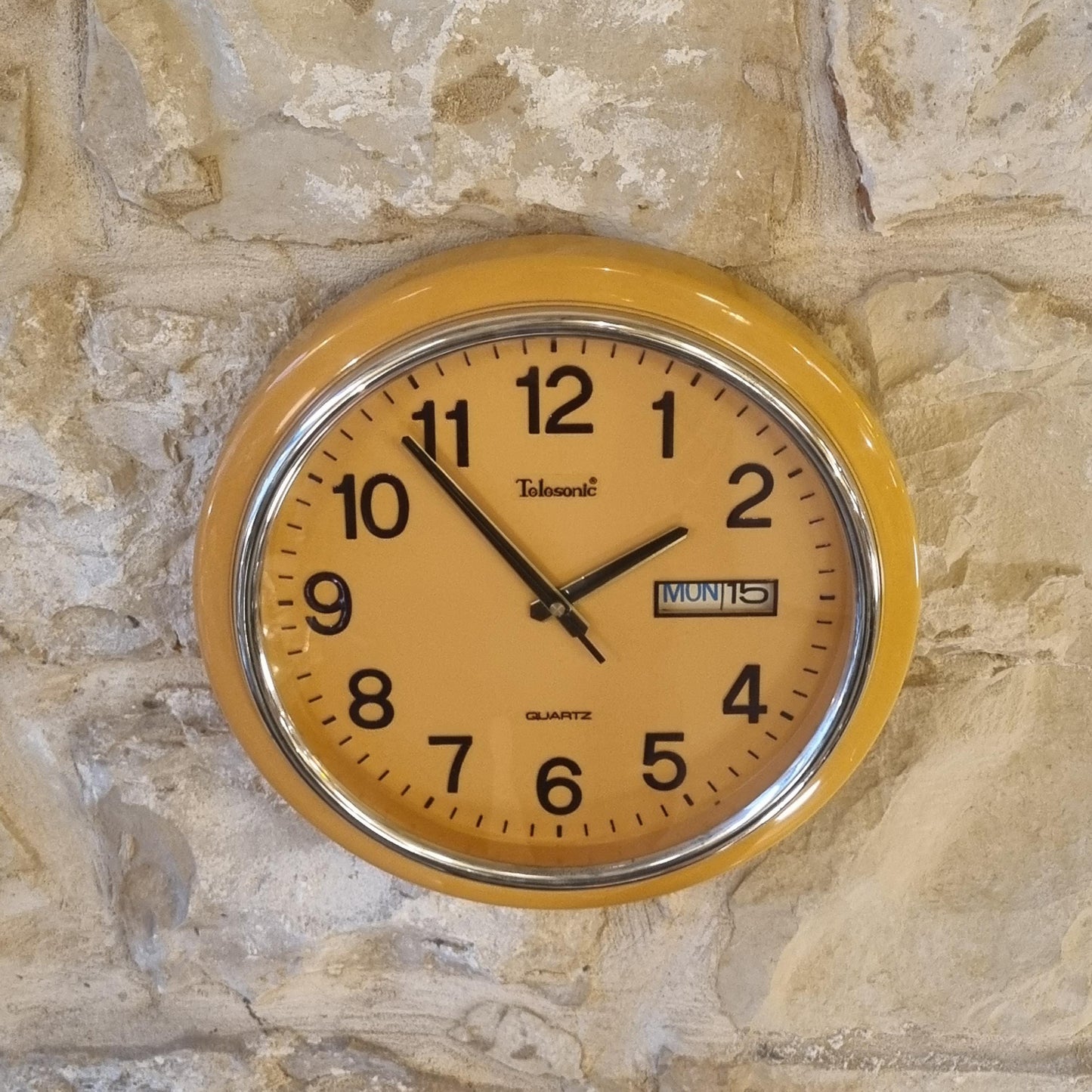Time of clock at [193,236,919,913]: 1:53
